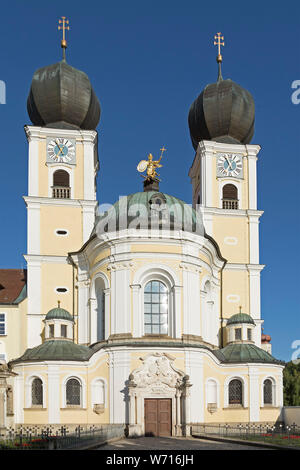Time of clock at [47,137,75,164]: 12:55
